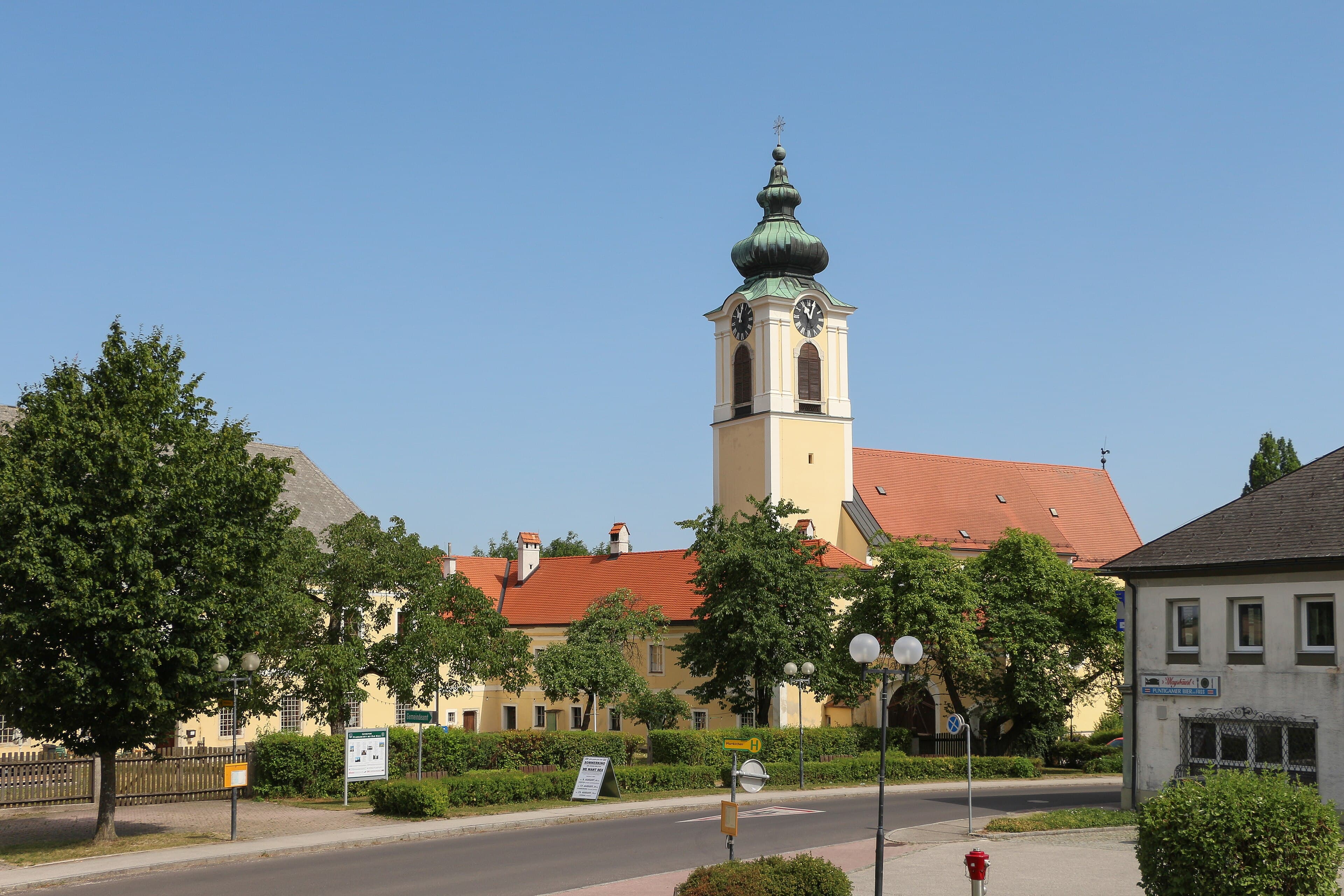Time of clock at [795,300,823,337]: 11:03
